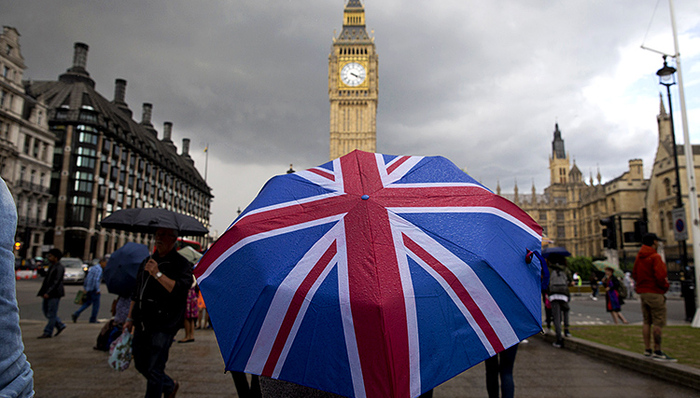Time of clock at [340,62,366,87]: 4:18
